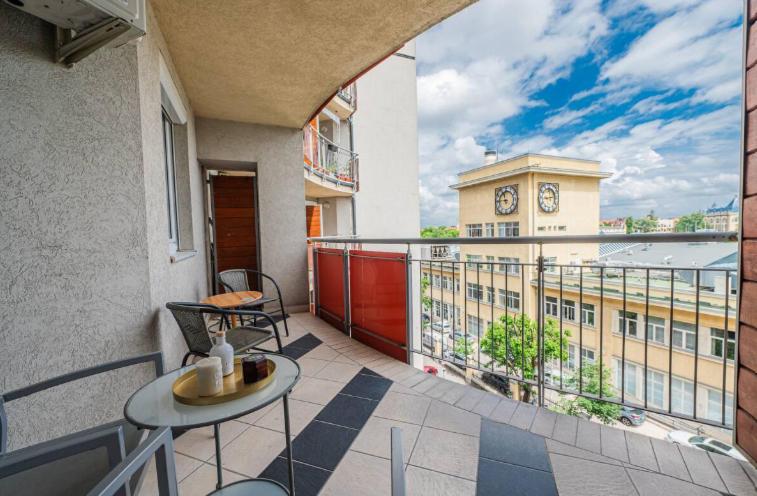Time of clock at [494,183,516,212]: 11:45
